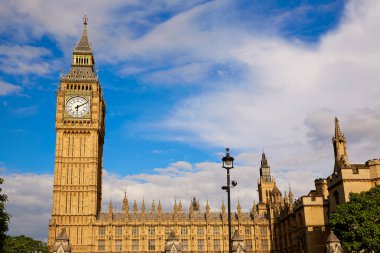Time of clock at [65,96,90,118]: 6:10
